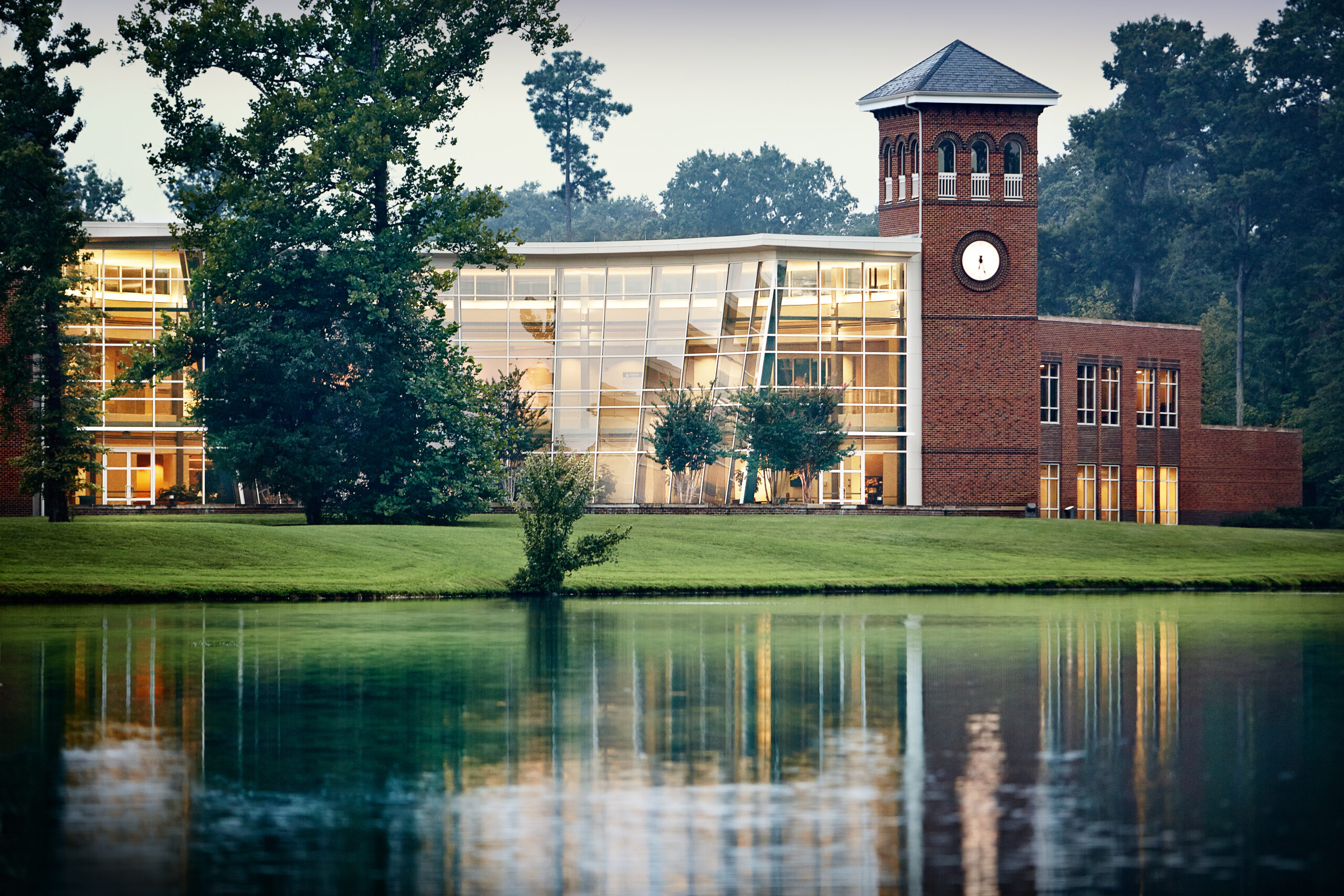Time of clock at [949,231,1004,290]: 6:27
